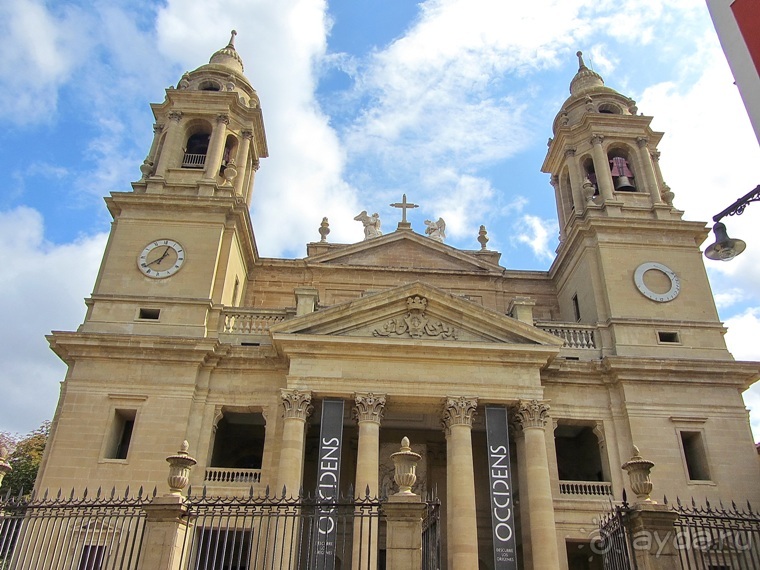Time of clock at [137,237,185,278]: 12:38
